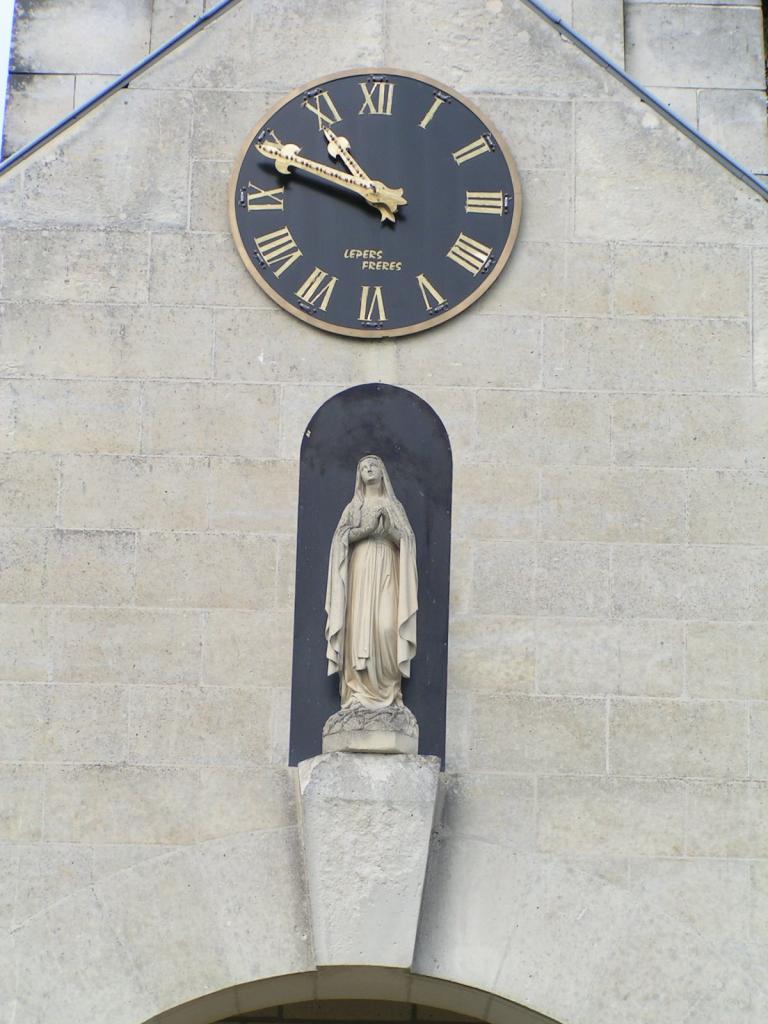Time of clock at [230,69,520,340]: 10:48
